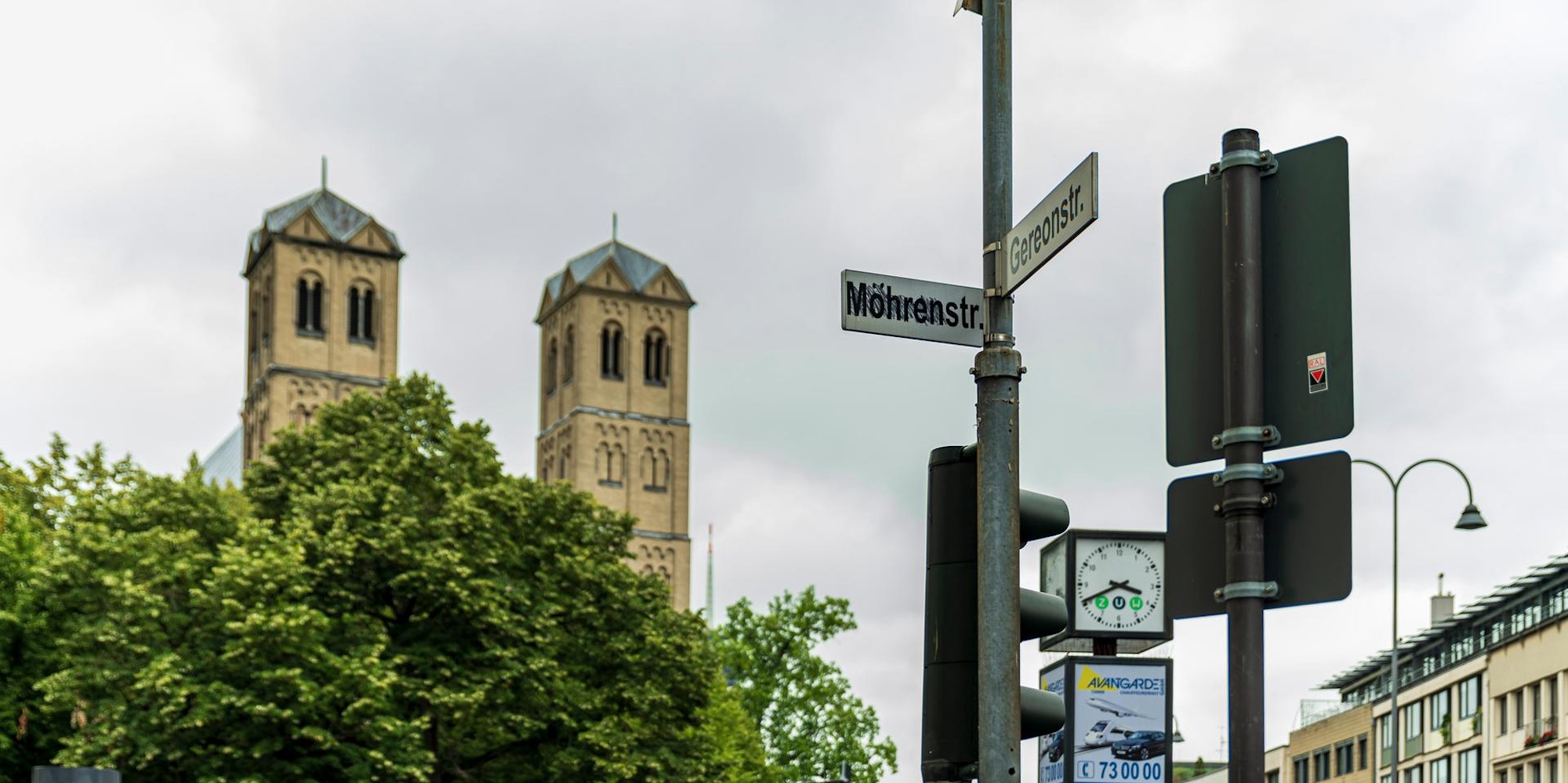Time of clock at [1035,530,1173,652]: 3:40
